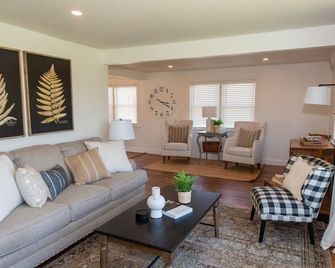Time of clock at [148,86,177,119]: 3:20
